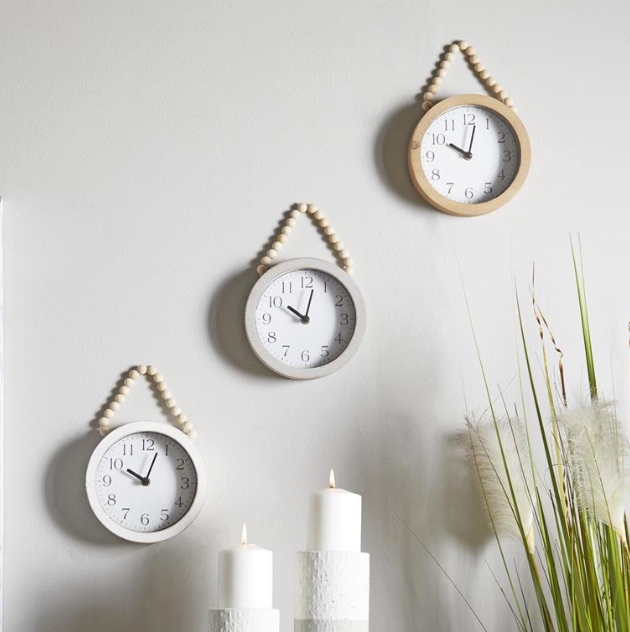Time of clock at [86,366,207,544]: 10:03
